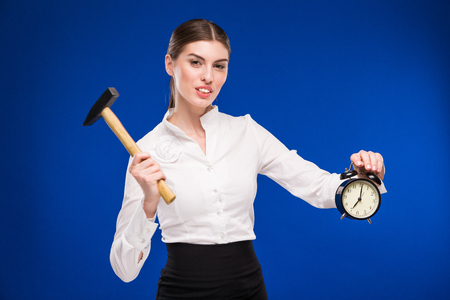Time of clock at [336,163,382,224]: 7:01
